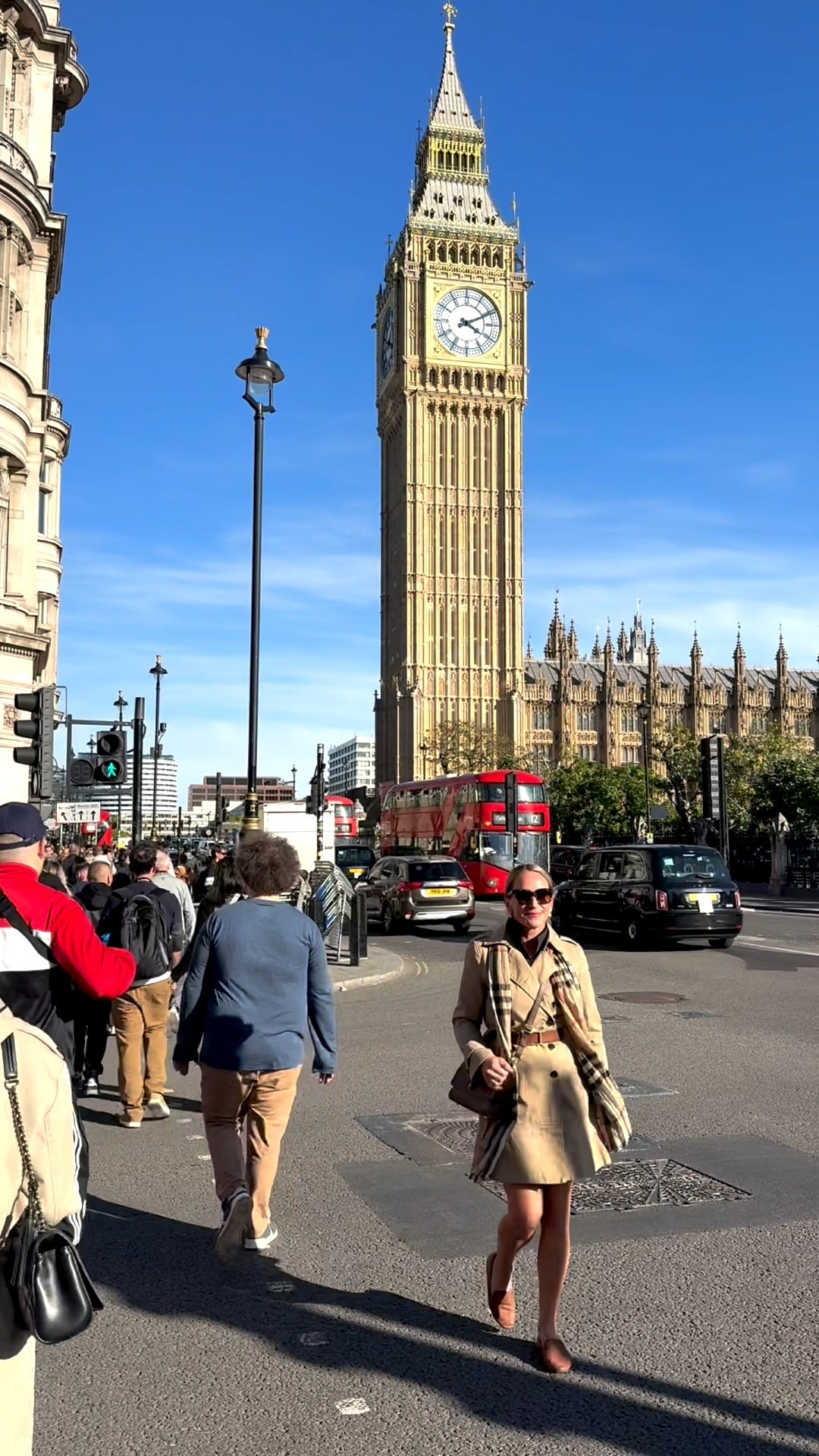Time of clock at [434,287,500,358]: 4:10
